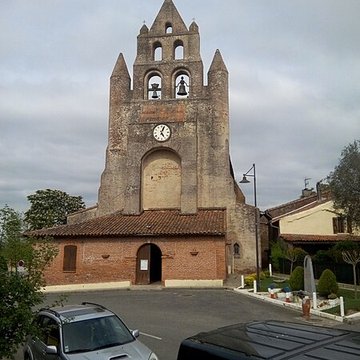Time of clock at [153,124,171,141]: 5:04
